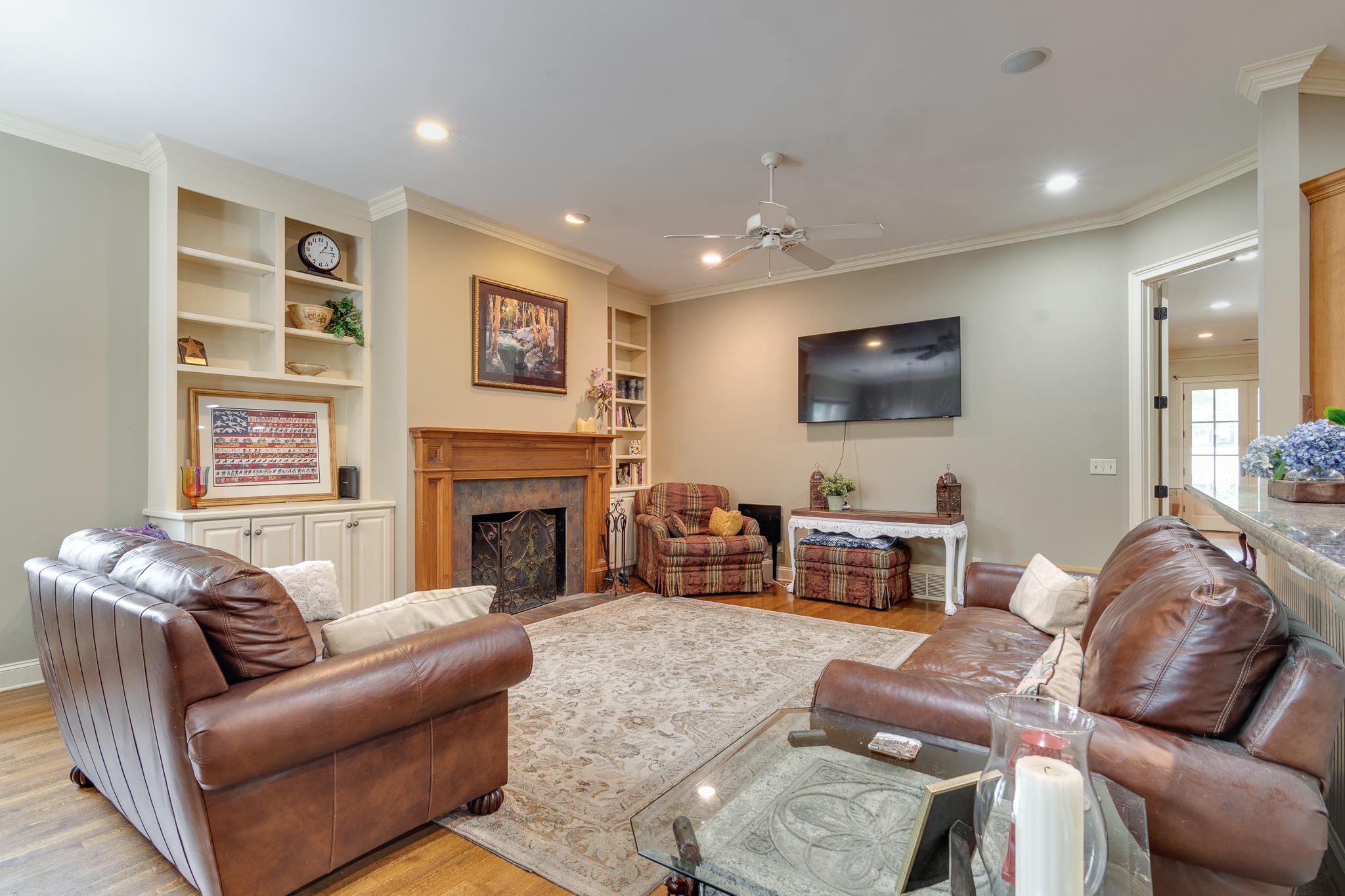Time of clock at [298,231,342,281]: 1:13
